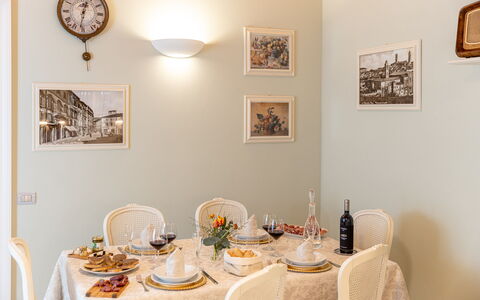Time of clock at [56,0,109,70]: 12:31
